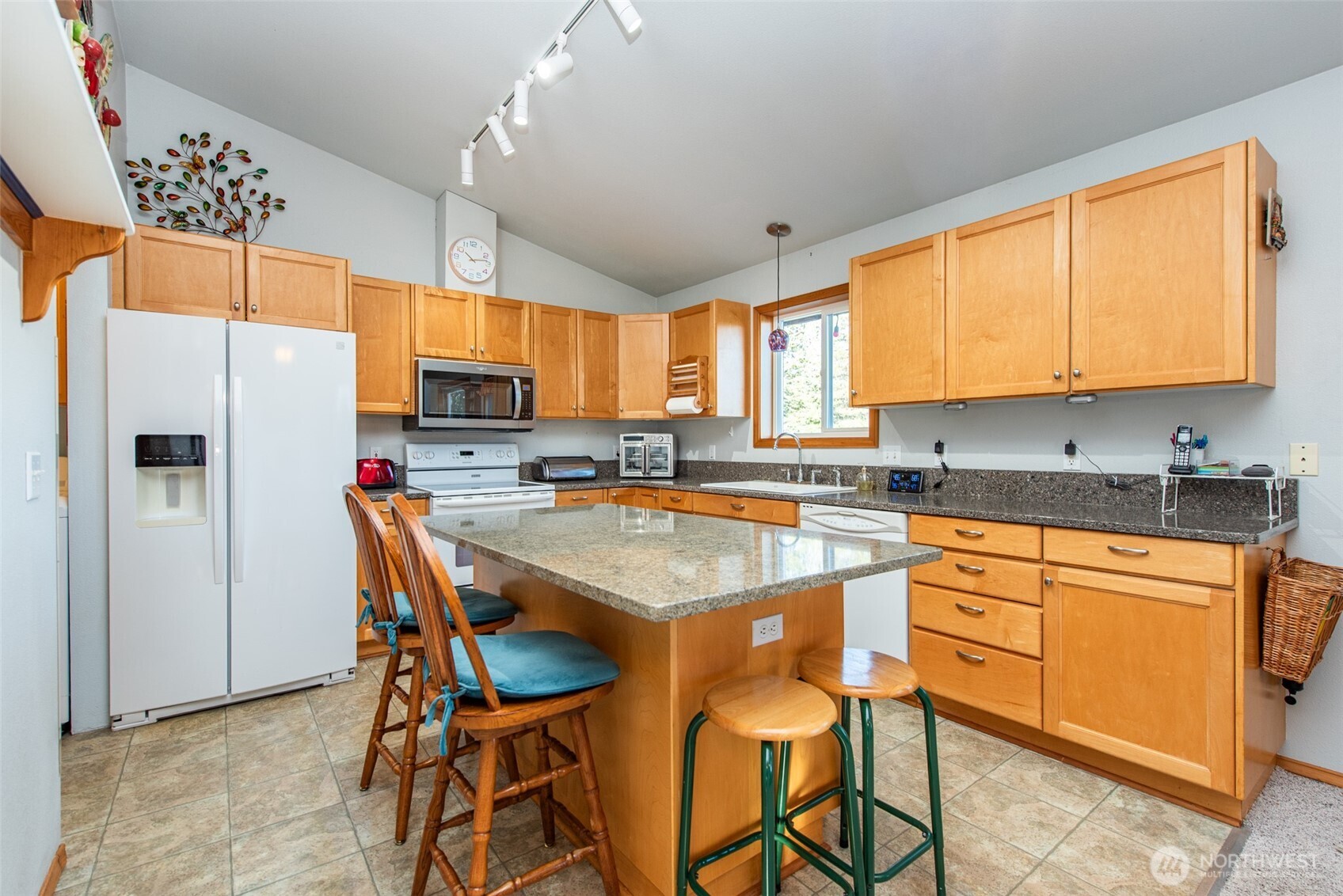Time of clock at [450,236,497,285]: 10:13
